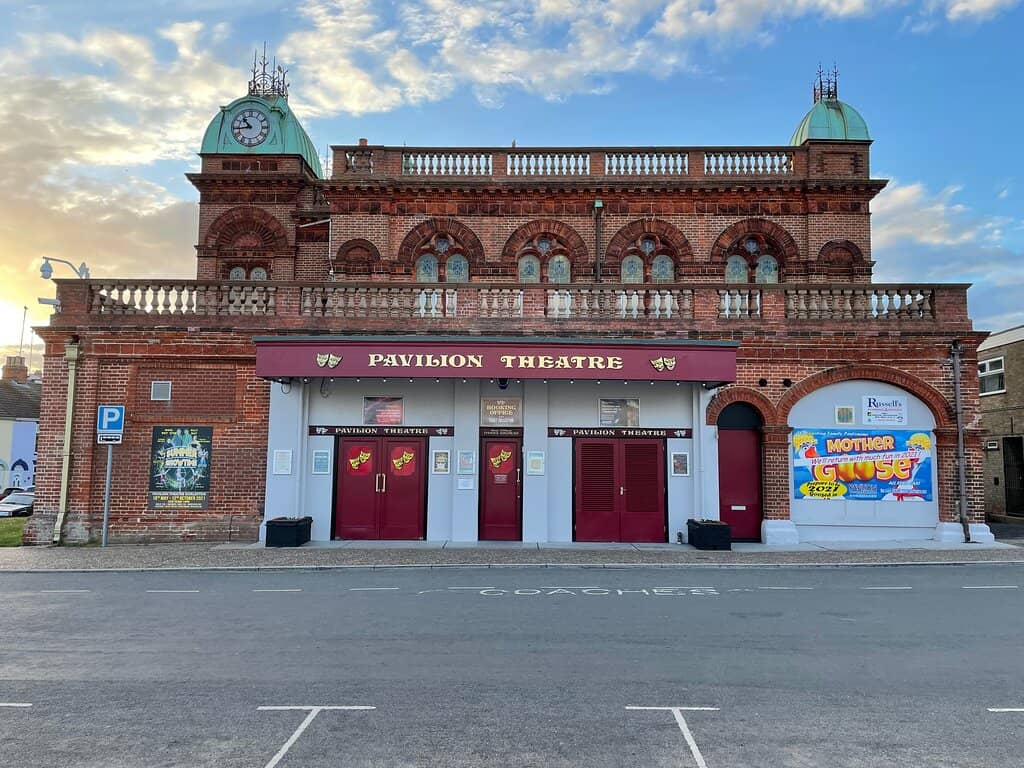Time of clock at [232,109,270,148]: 10:43
